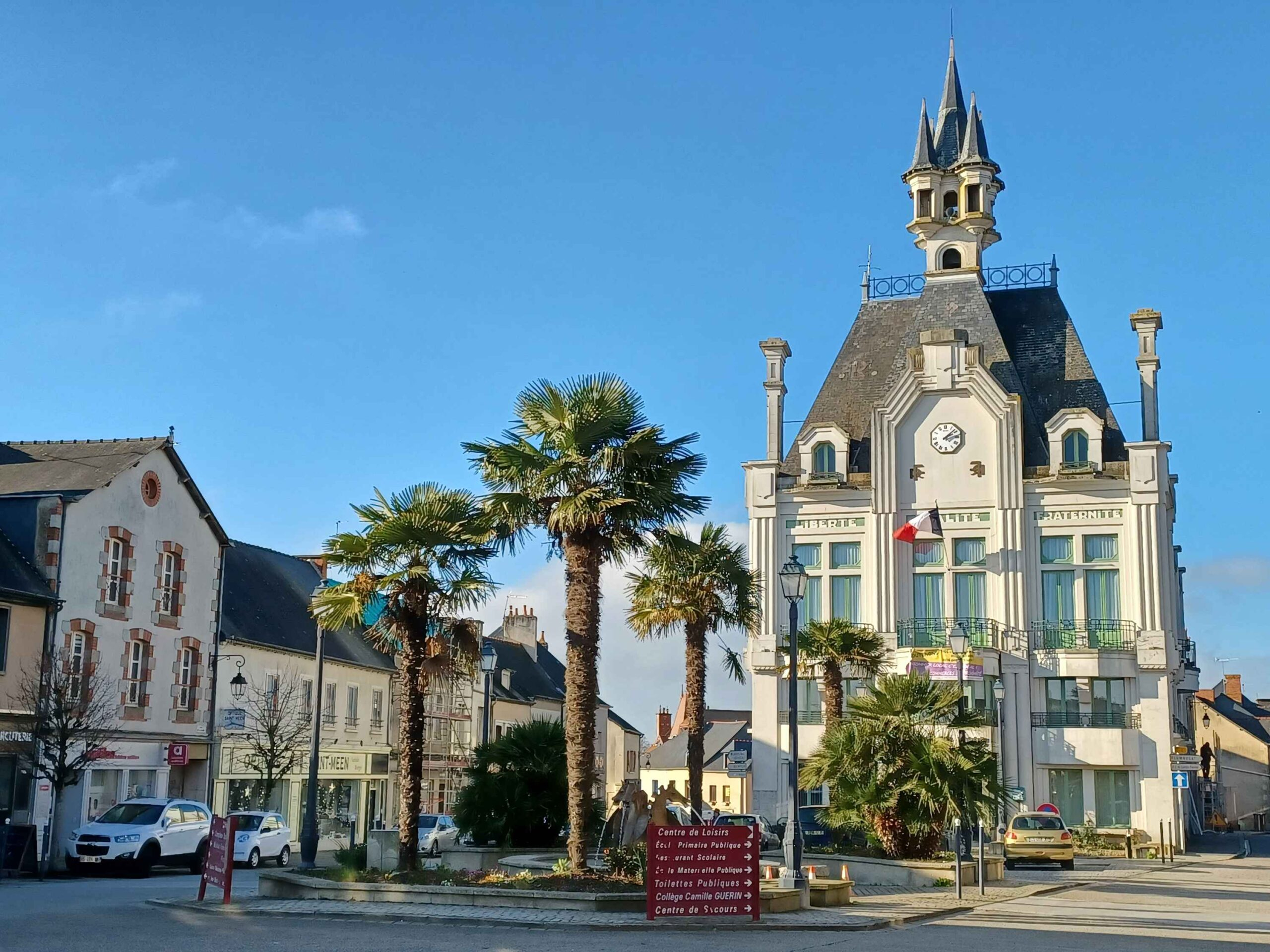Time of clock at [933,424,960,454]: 2:08
